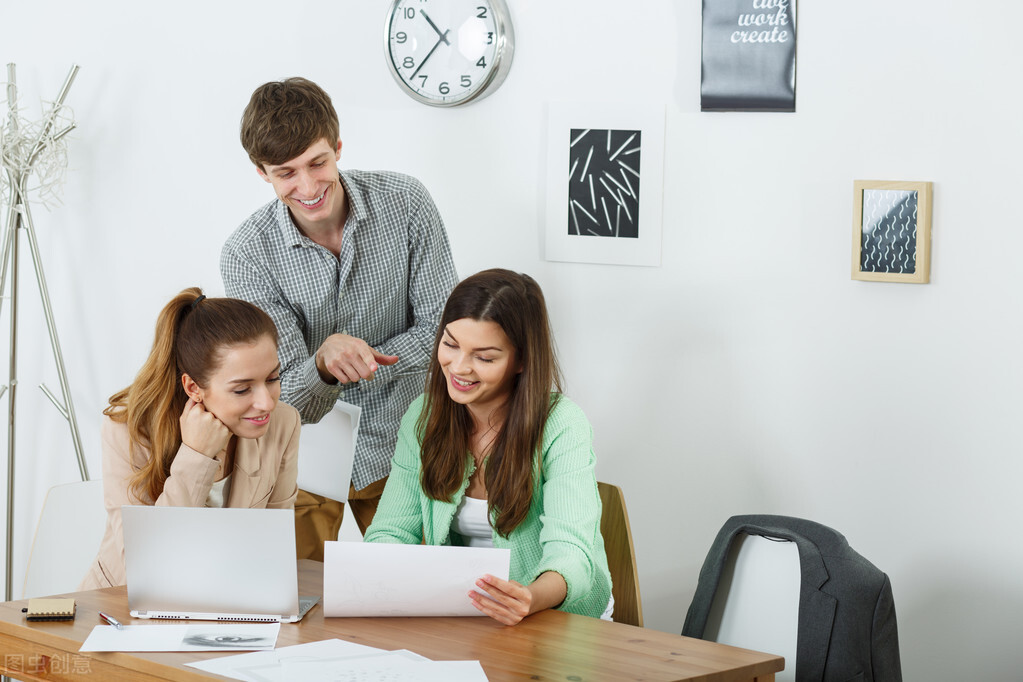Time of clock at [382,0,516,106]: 10:37
